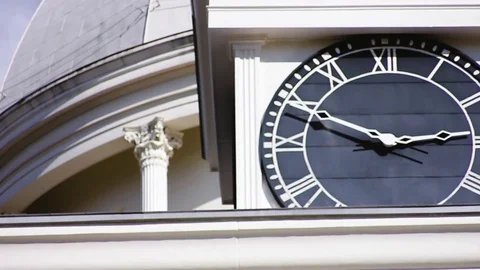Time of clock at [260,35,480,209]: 2:49
